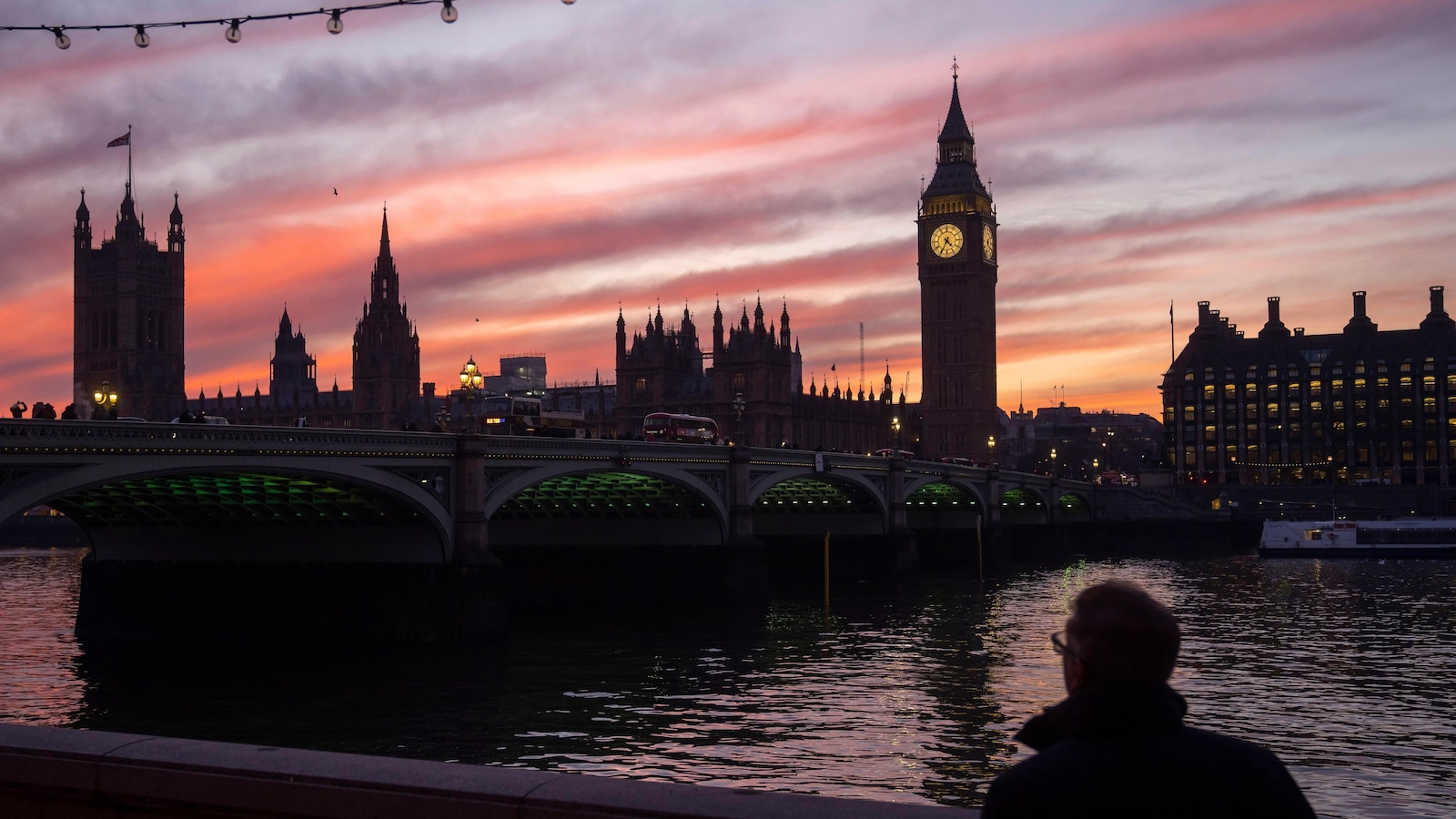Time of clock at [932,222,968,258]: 4:34
